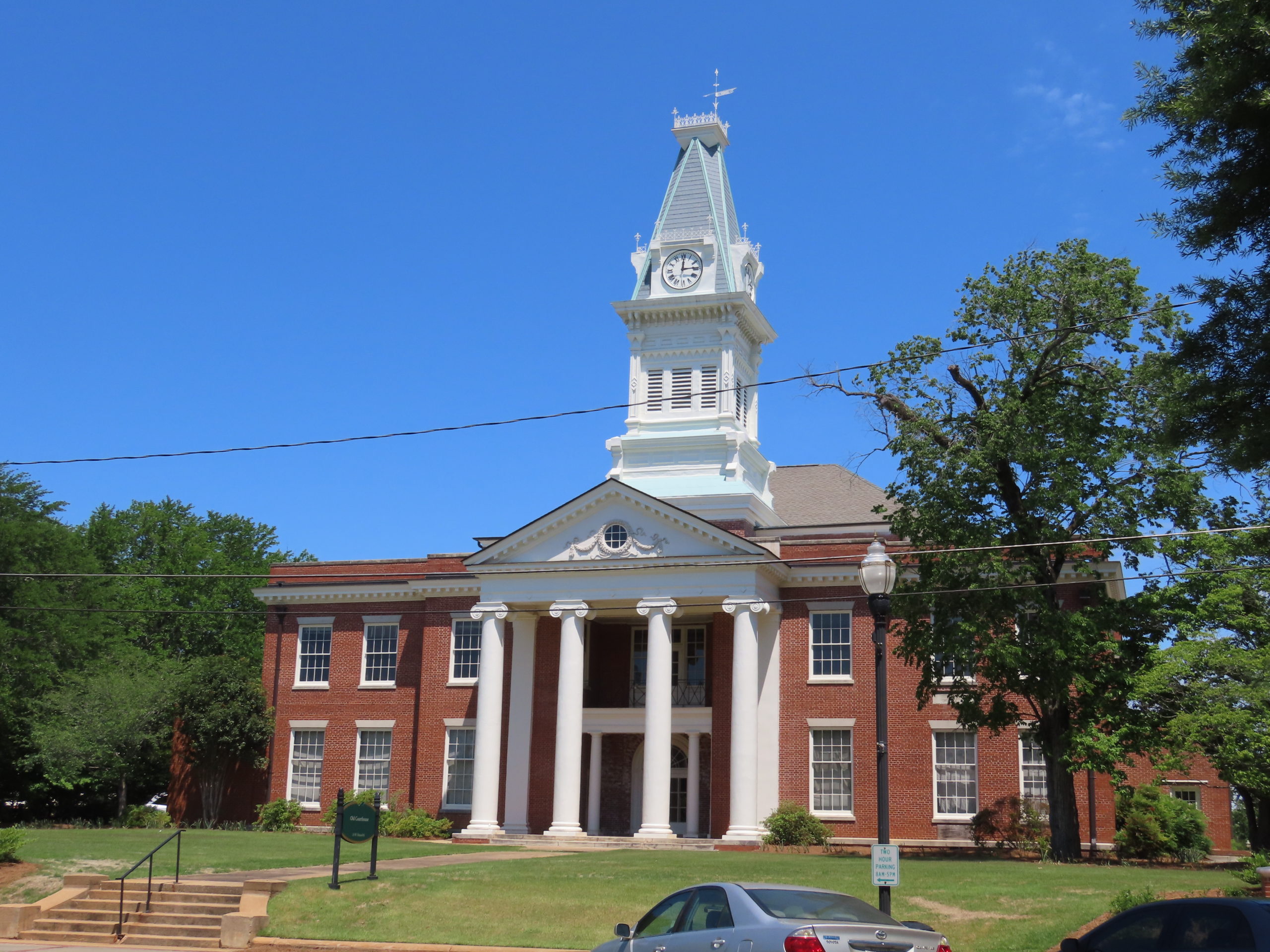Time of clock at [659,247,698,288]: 12:14
